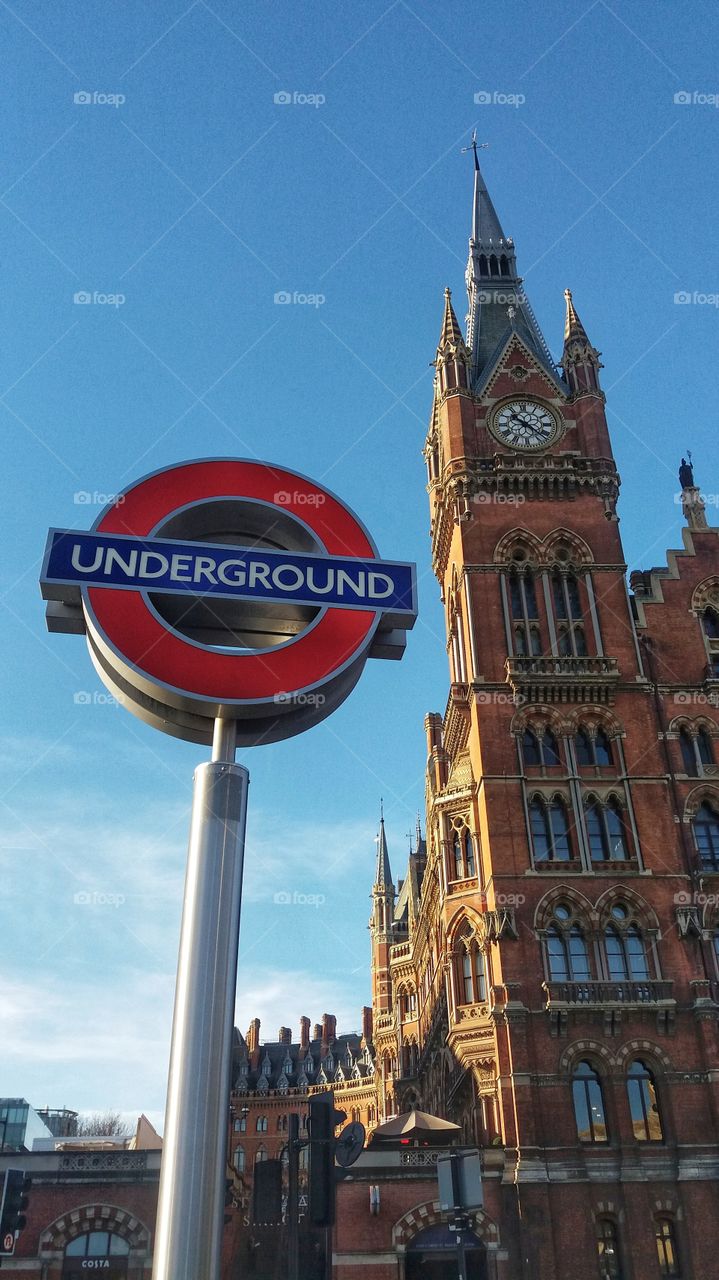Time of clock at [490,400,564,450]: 10:21
